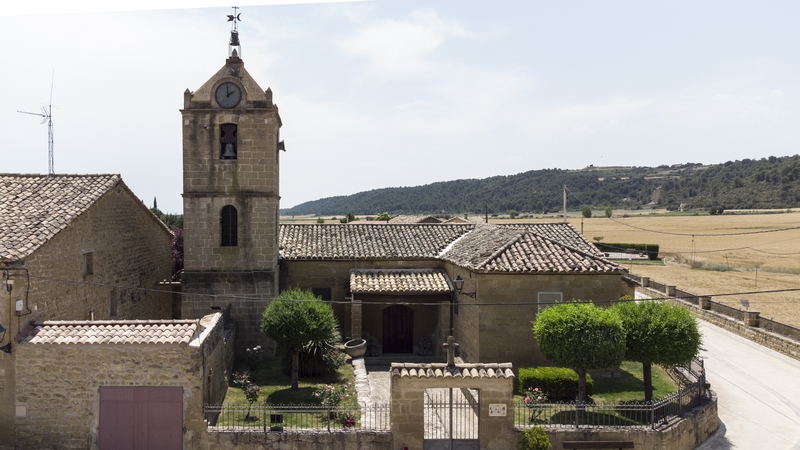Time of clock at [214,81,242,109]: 2:00
